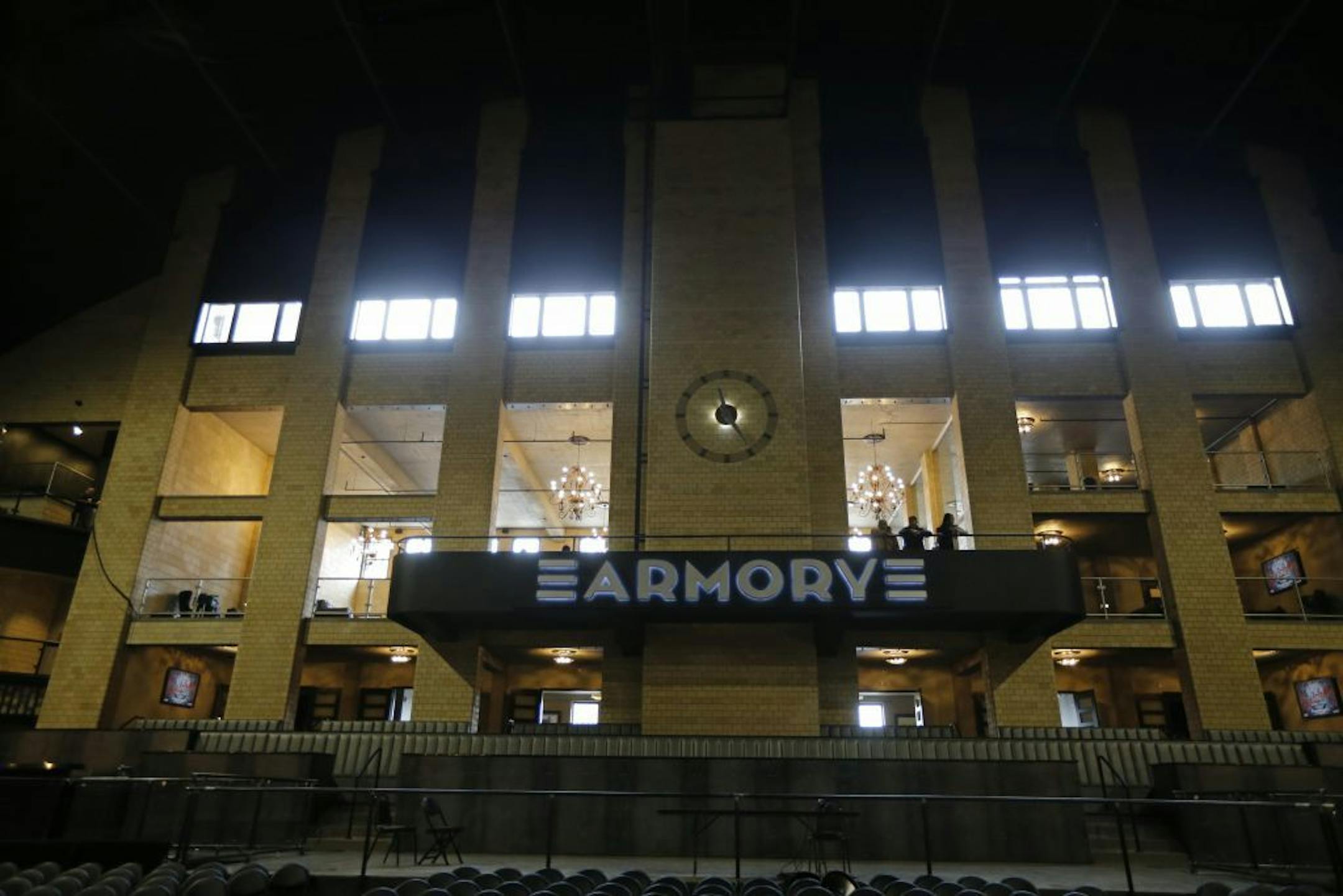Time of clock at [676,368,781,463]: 11:24
